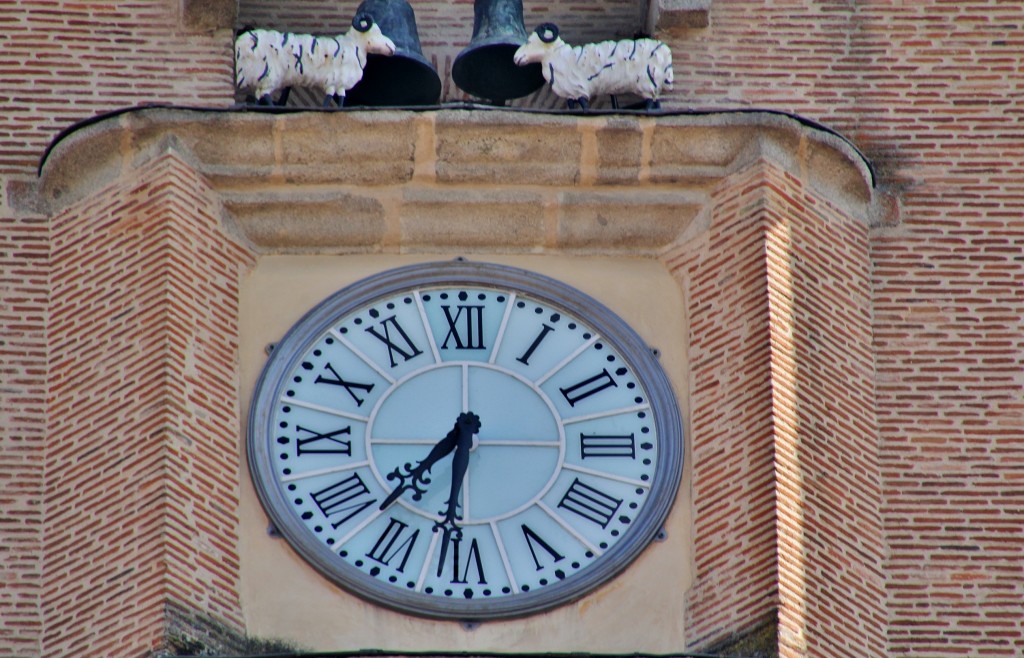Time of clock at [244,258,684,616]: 7:31
